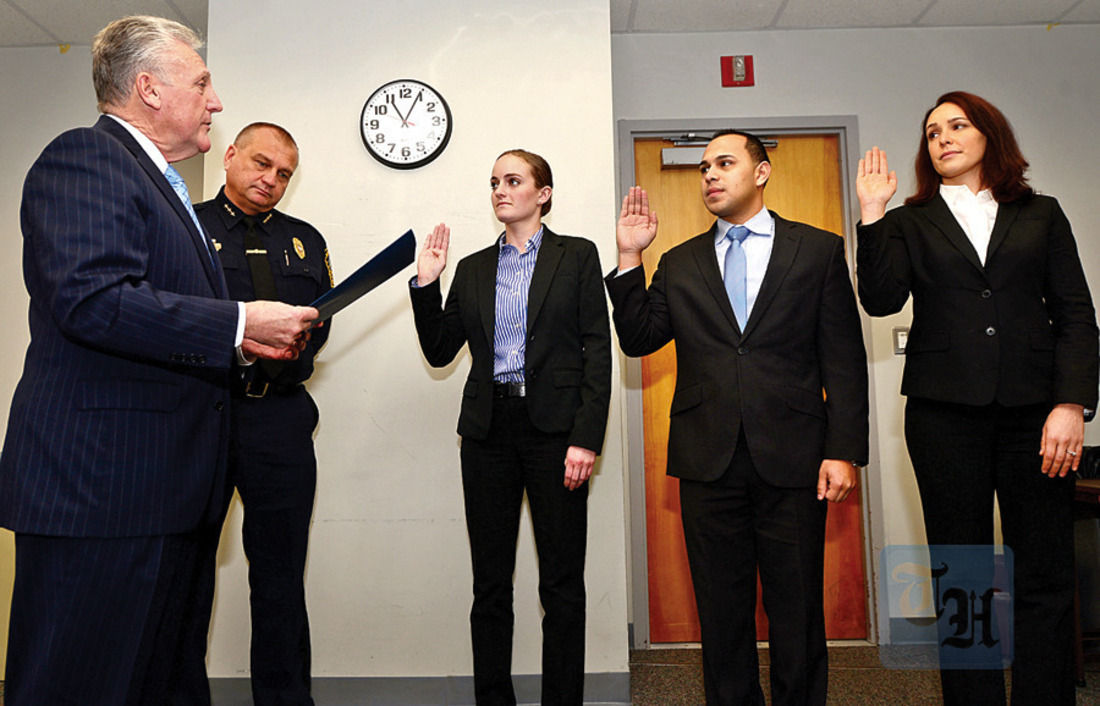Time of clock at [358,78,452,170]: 11:04
